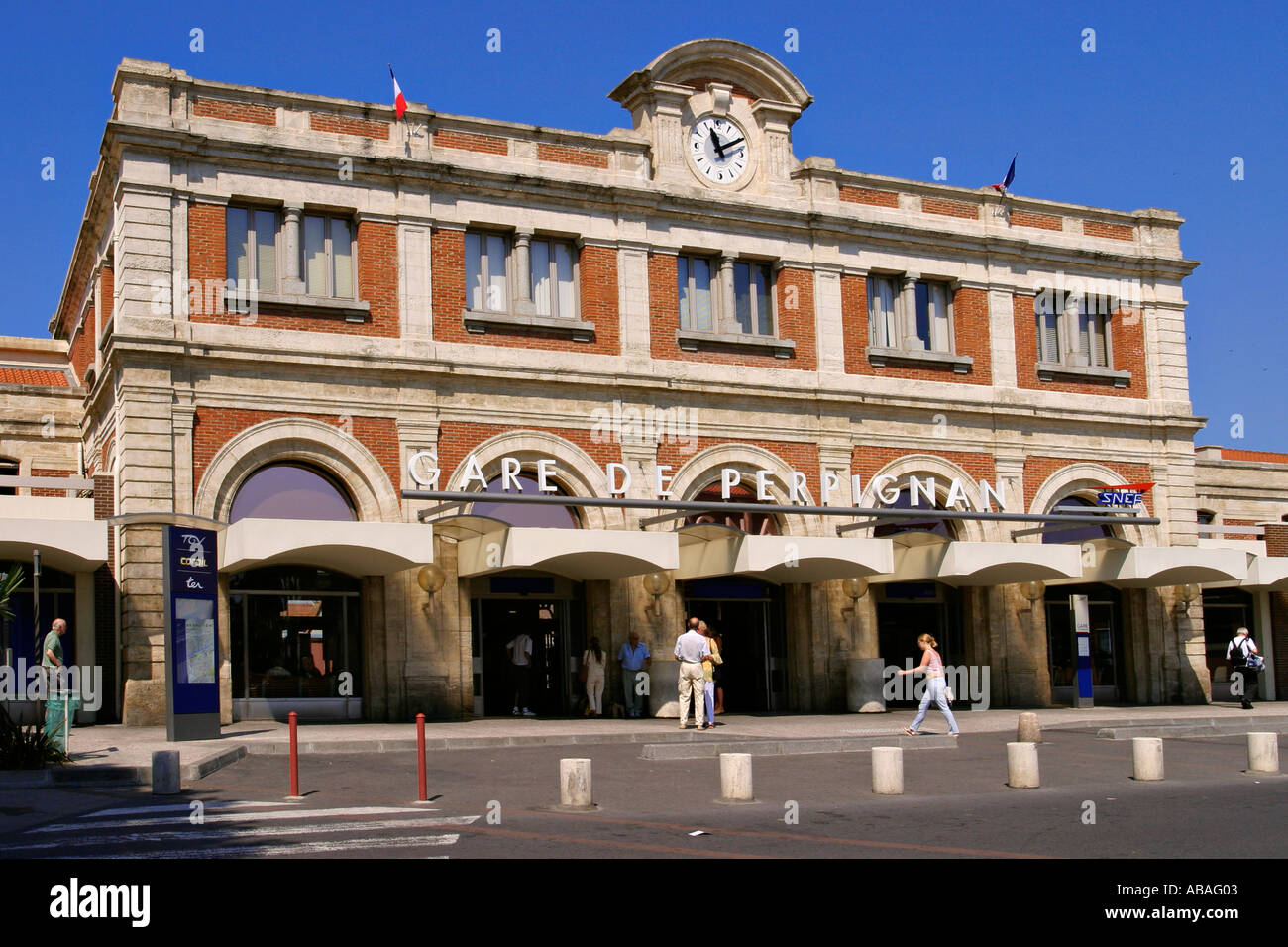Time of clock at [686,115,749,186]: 11:10
